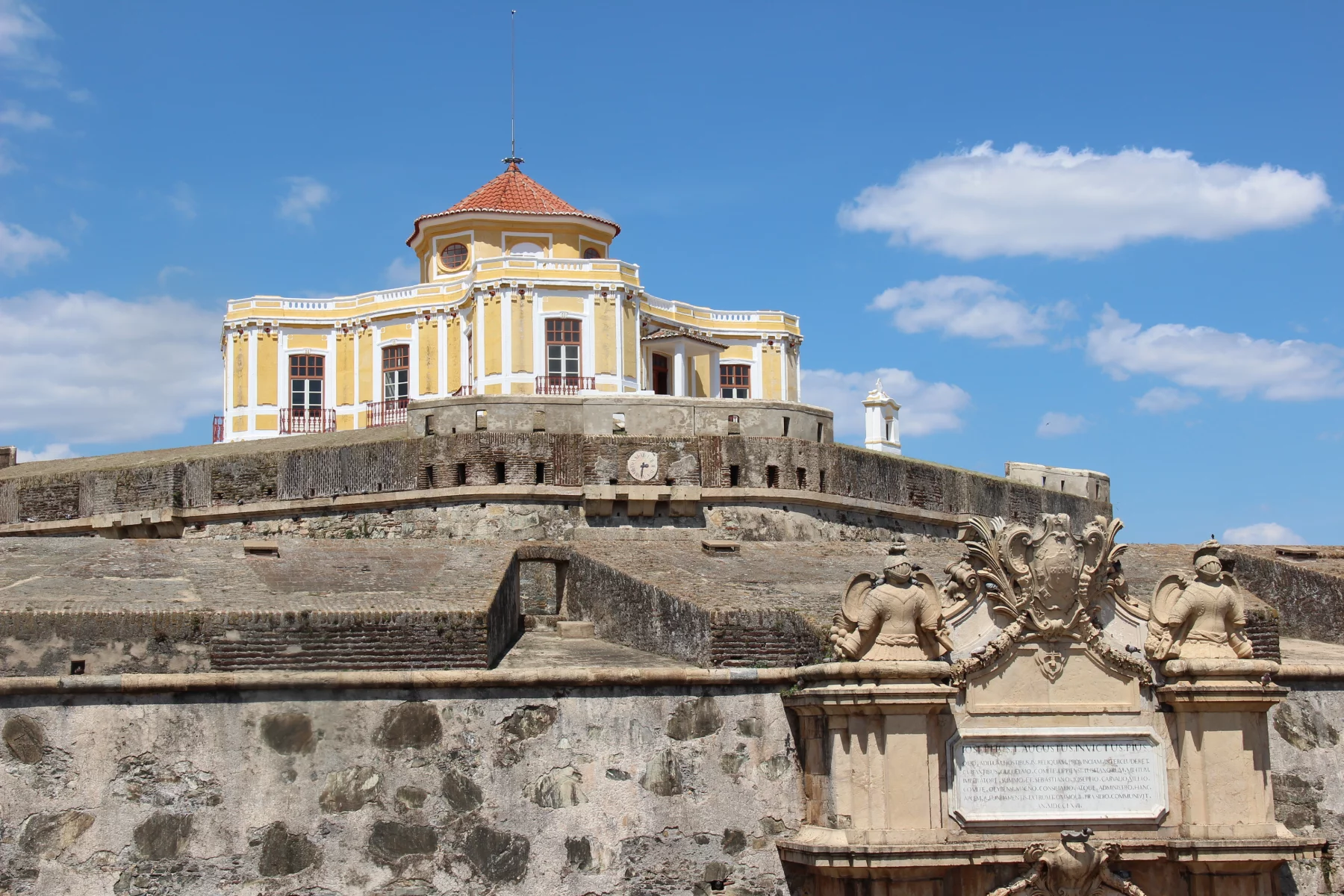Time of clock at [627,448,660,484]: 3:31
